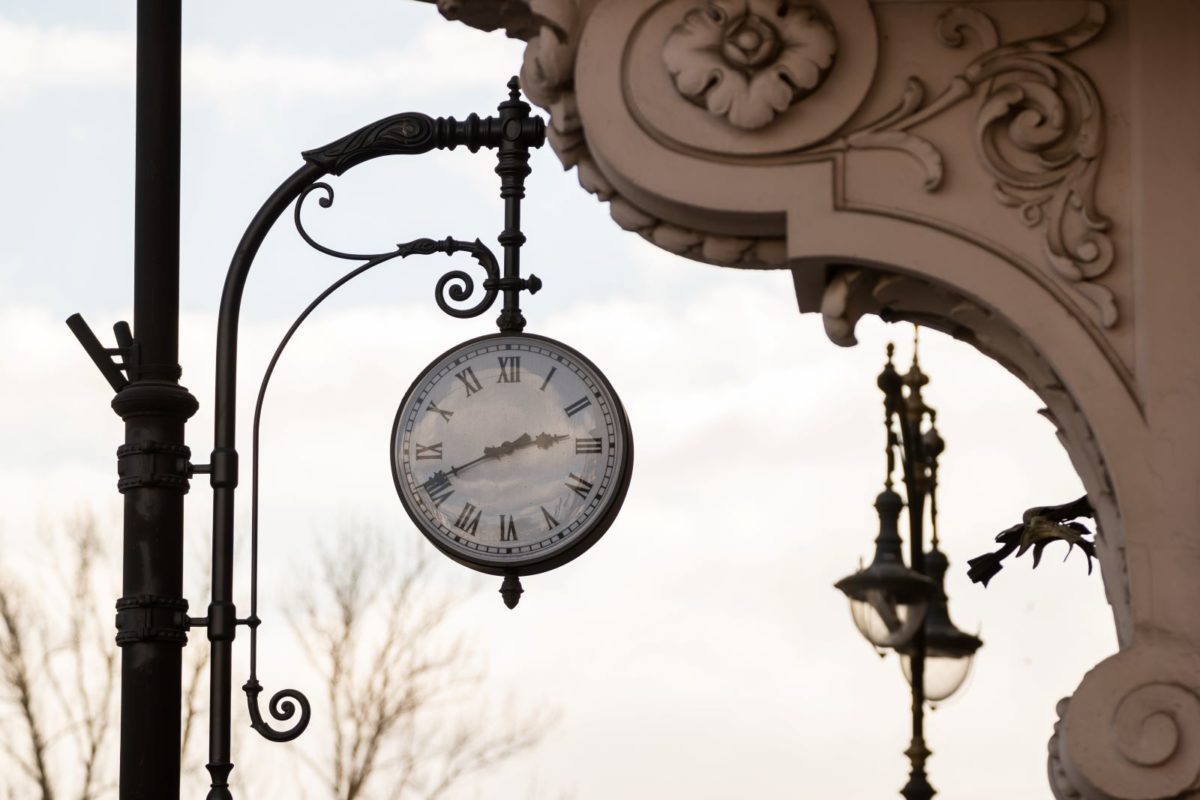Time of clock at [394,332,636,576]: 2:41
